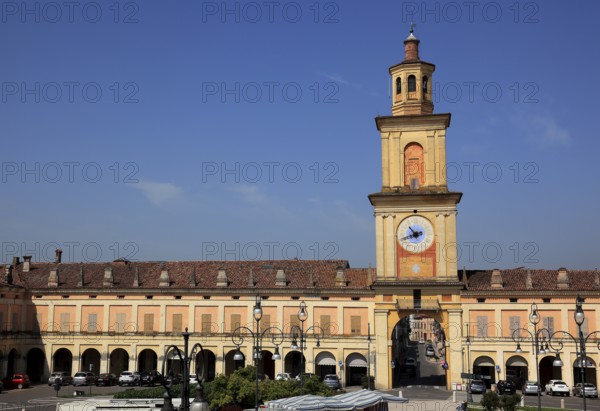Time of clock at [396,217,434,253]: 10:41
